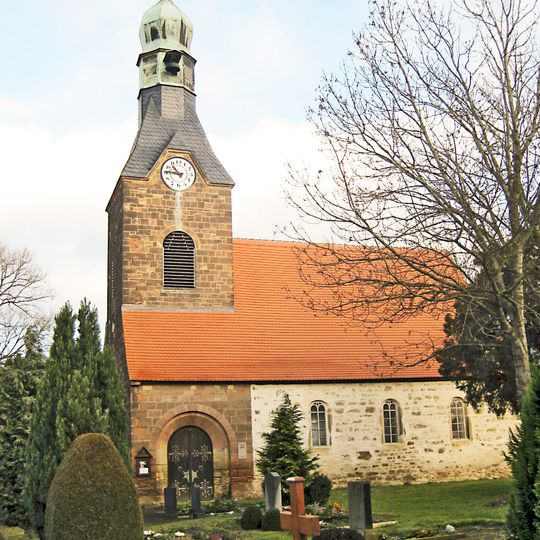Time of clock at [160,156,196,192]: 10:46
